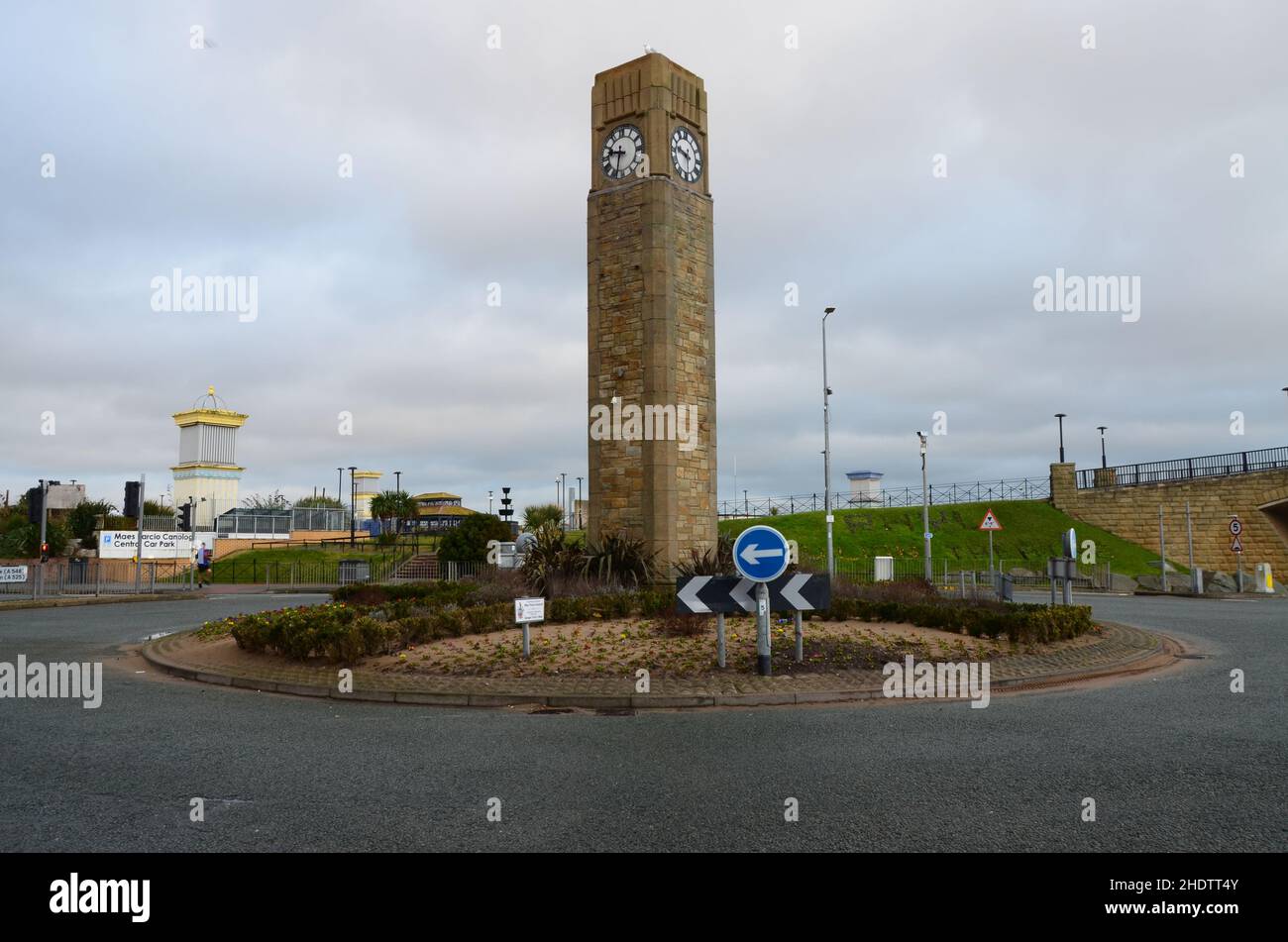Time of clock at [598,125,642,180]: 9:32
